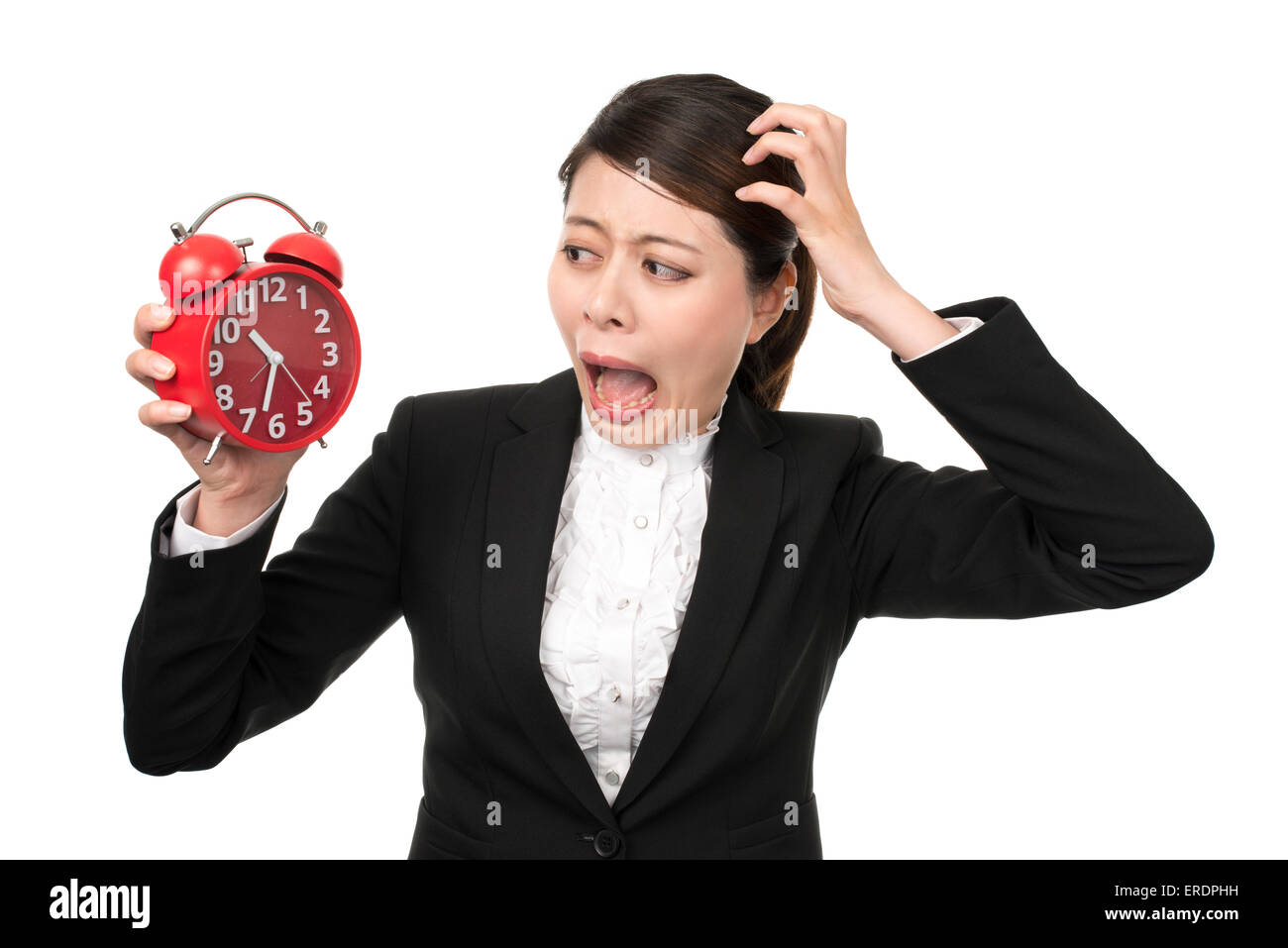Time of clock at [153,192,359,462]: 10:32
